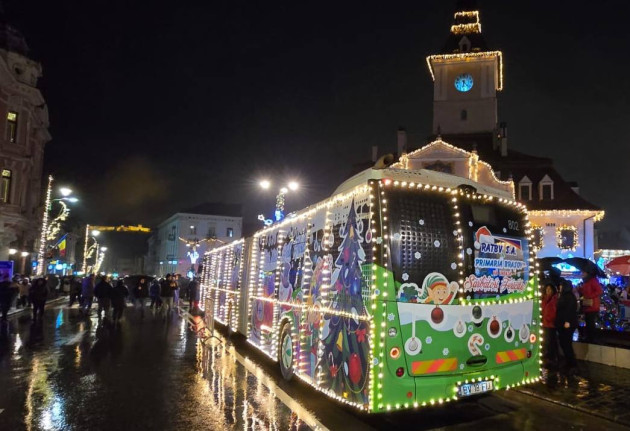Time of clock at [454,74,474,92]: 6:22
